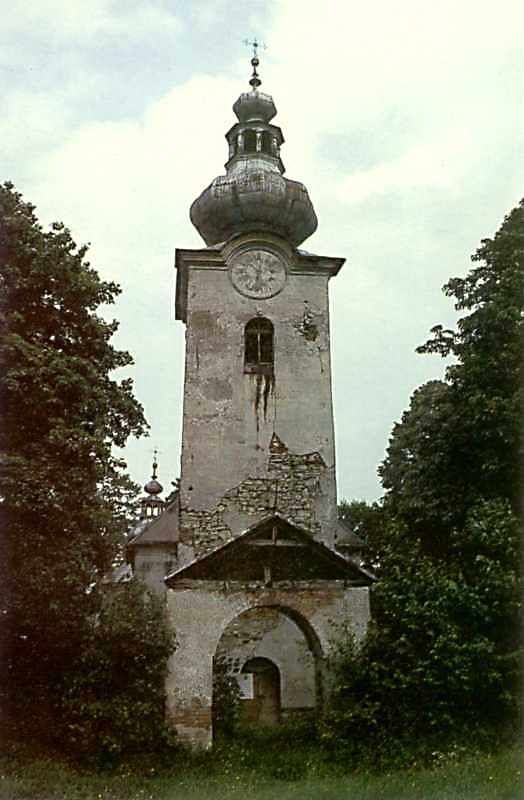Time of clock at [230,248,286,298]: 10:32
